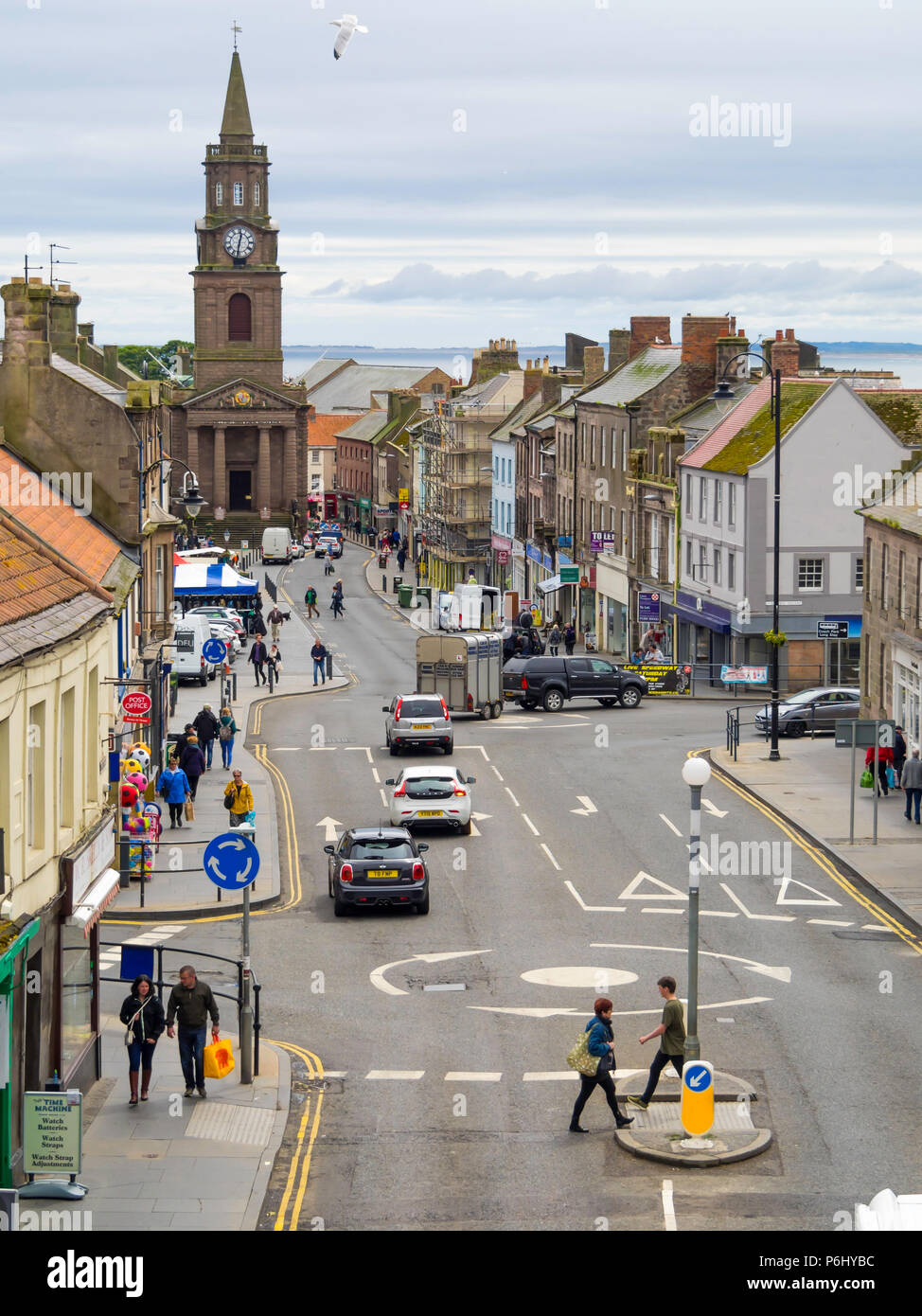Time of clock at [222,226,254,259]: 12:31
